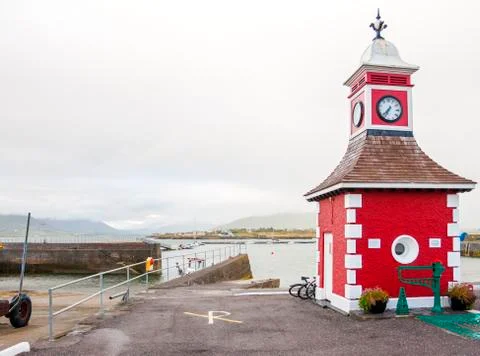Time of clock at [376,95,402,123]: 7:34
